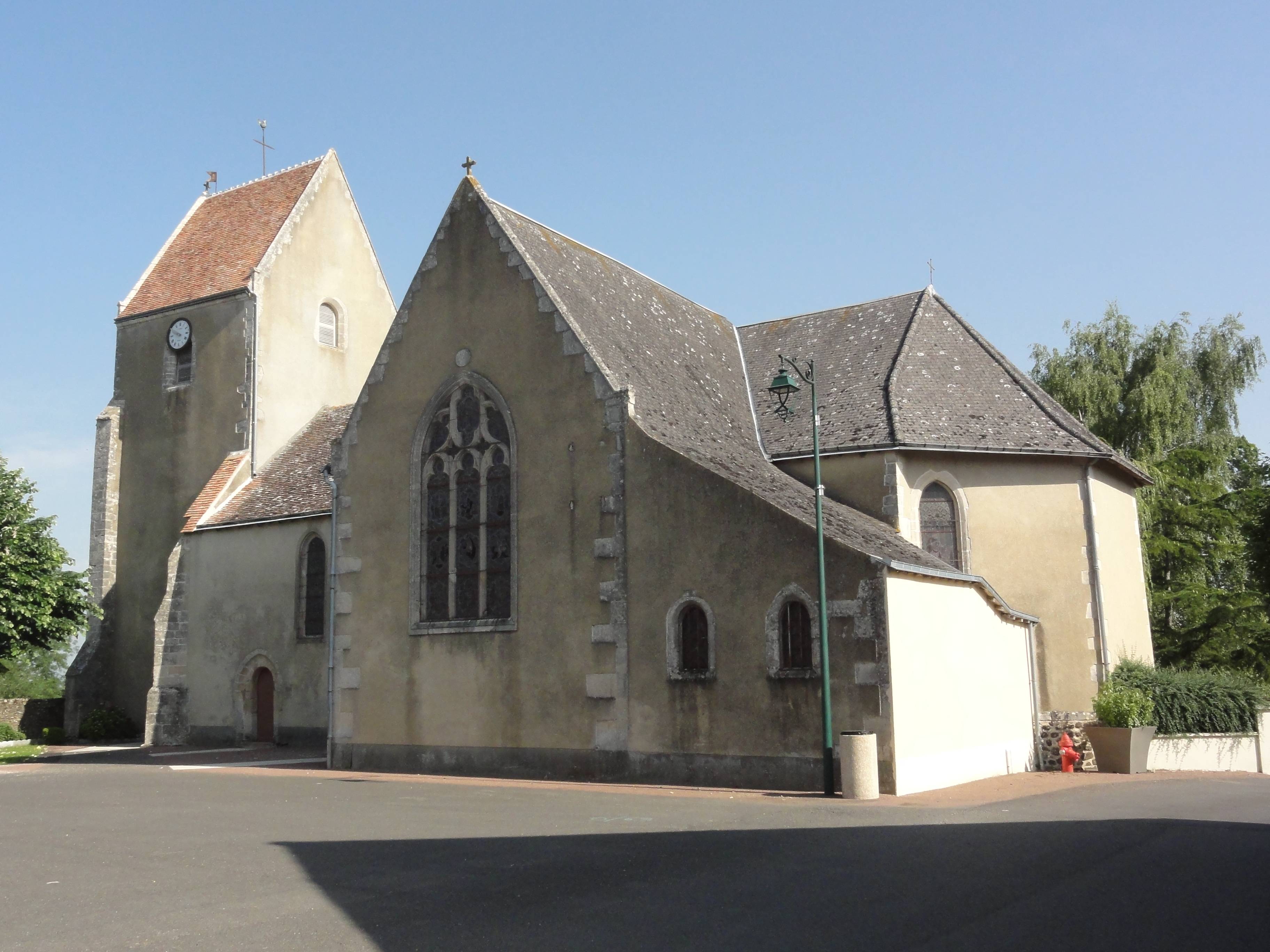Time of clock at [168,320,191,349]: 9:48
